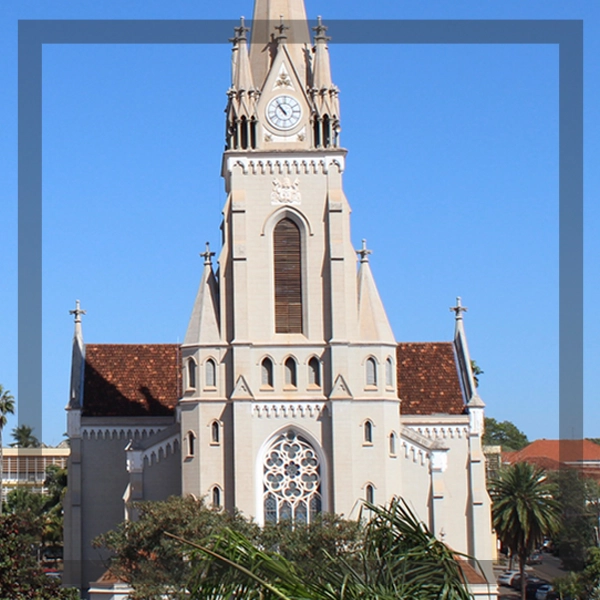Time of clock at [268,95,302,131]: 10:53
